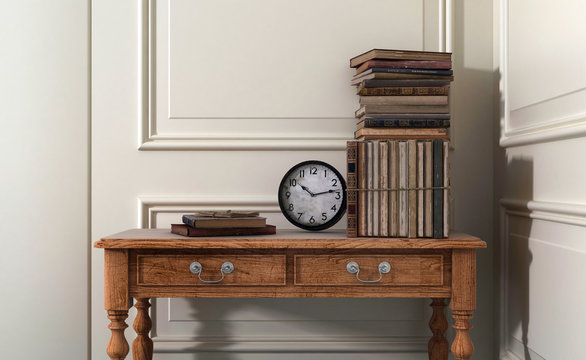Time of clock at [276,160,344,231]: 10:13
